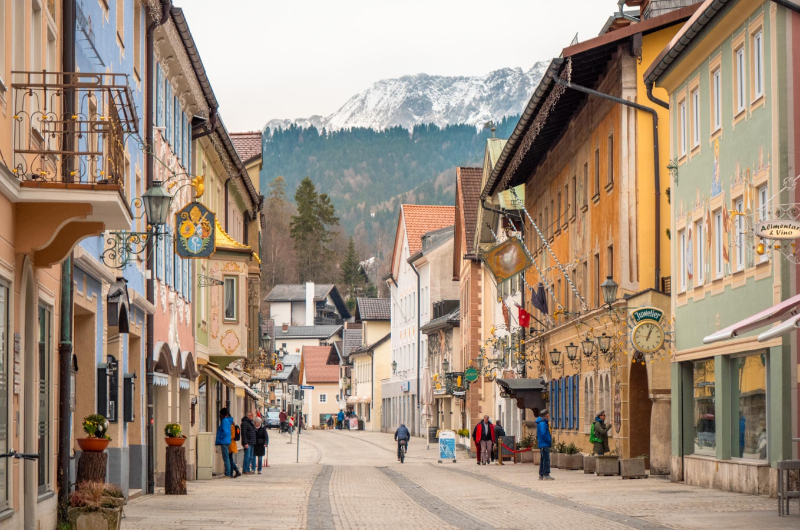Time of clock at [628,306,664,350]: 1:03
